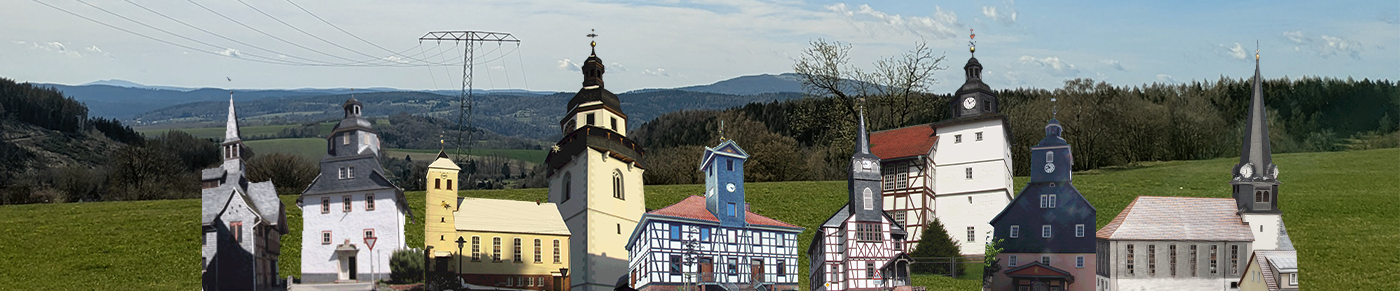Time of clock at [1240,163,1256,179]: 11:35
